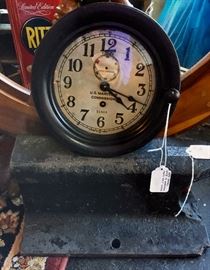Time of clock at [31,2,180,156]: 4:18
